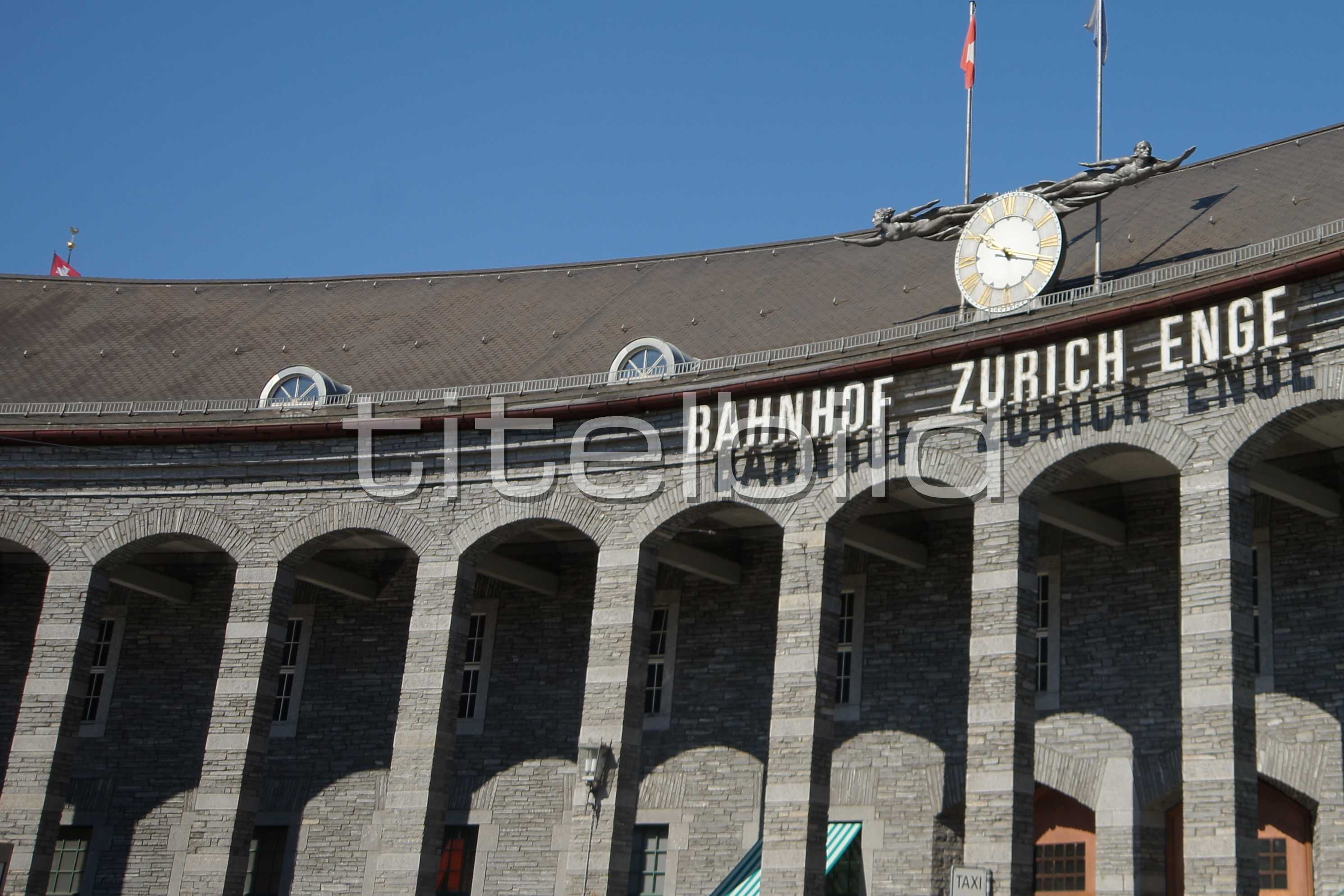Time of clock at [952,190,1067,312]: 10:18
